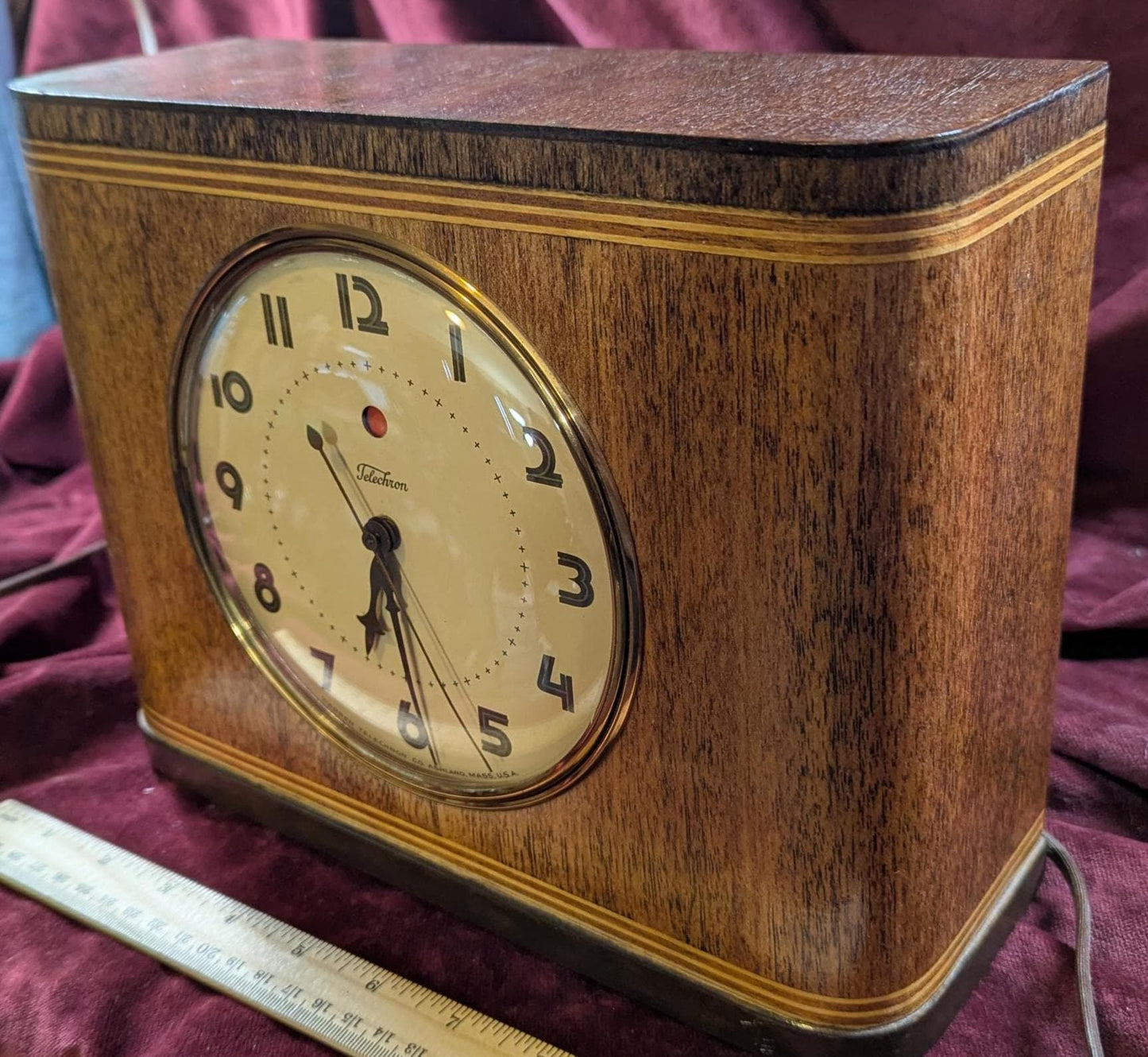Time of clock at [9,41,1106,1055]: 6:29
